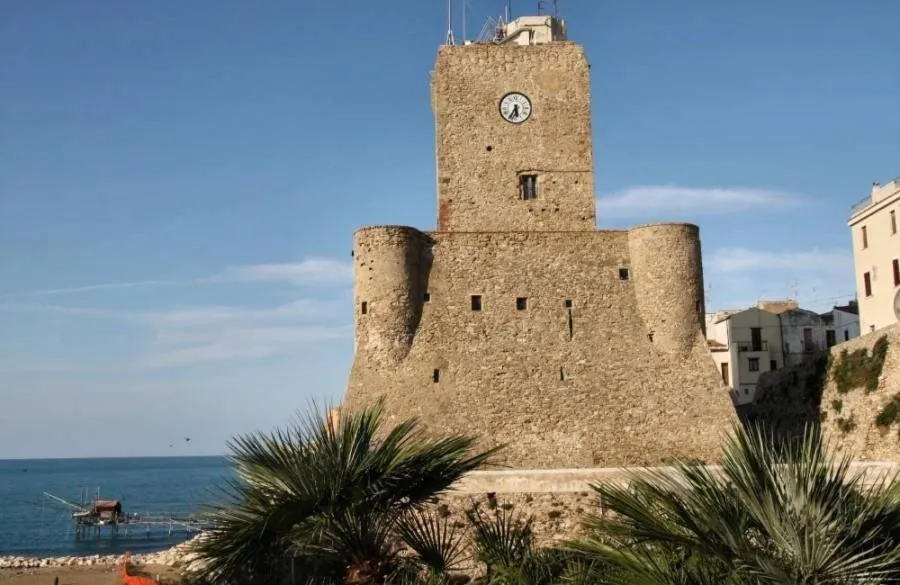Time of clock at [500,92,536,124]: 5:34
